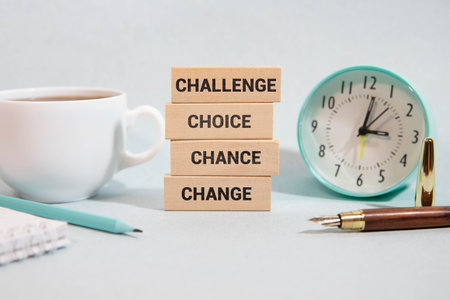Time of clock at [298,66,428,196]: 3:01
